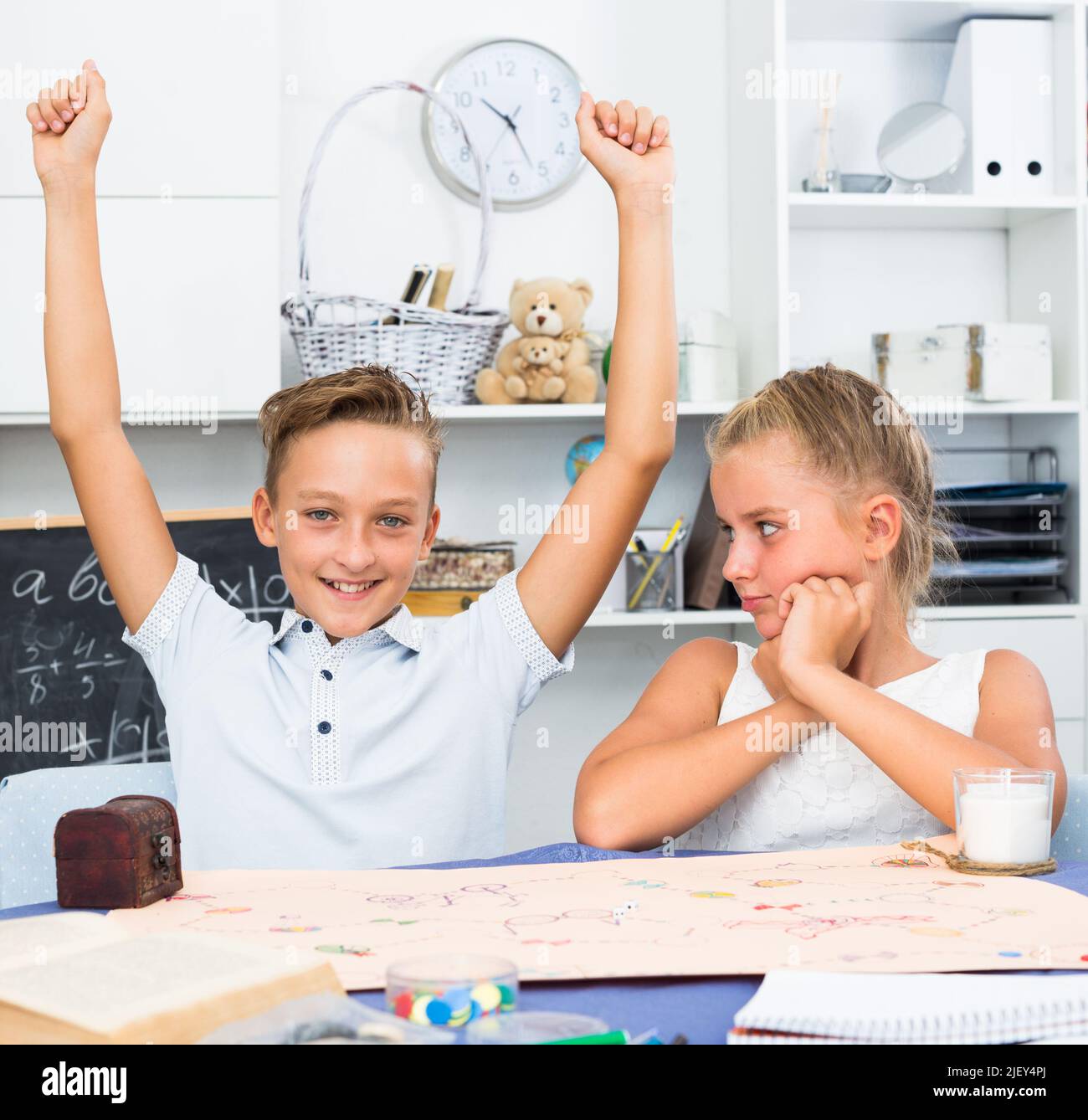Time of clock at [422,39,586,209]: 10:26
